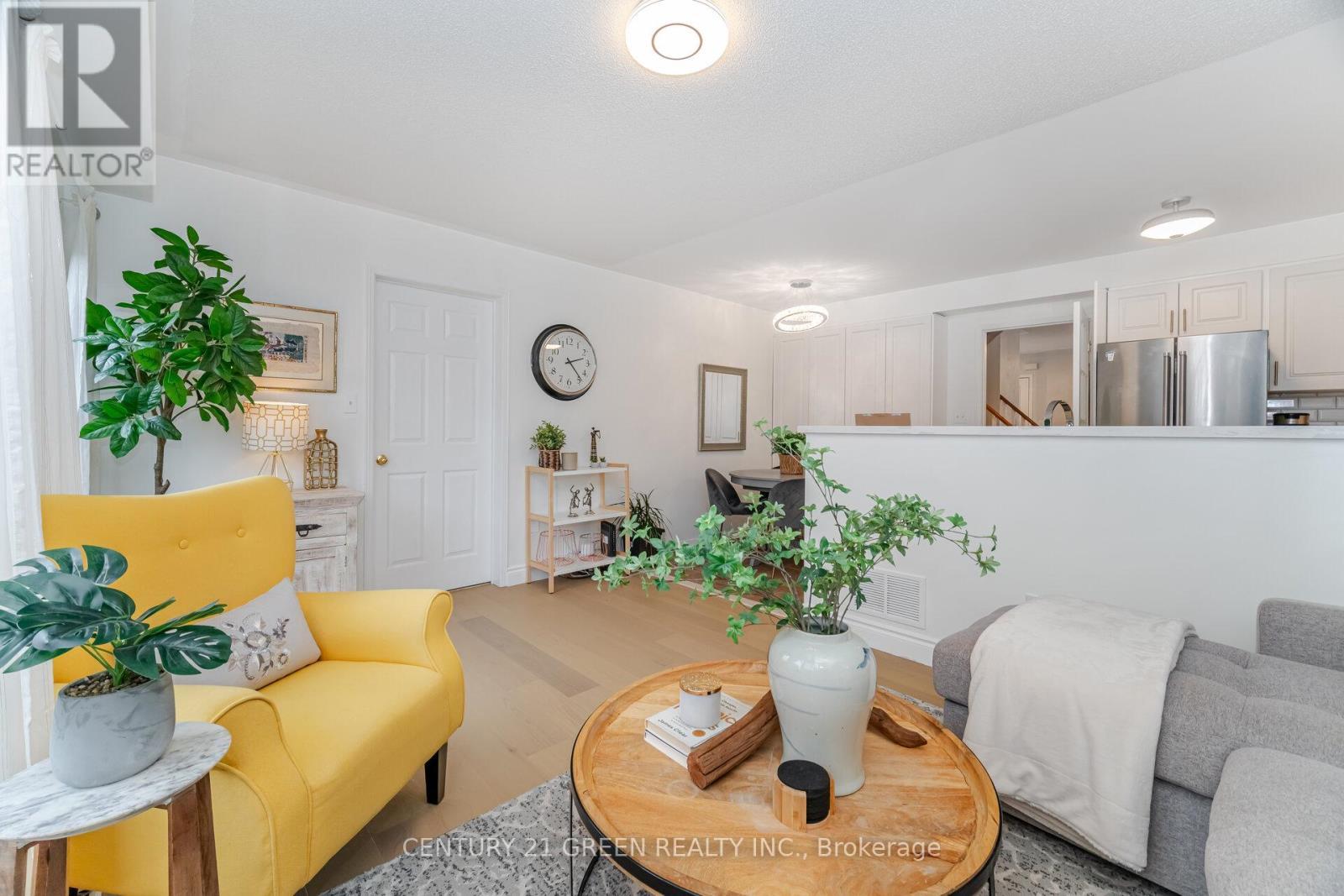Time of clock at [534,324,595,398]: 2:23
